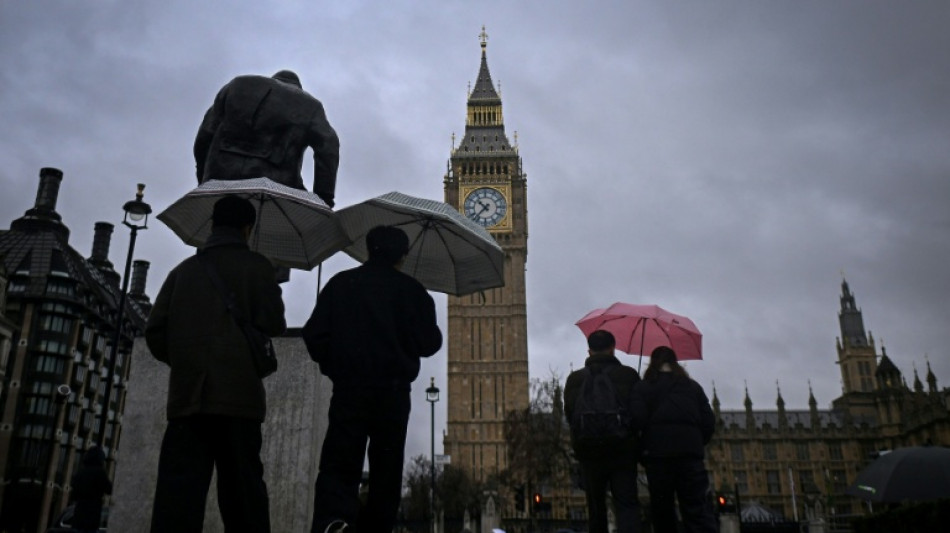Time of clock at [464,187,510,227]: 10:37
